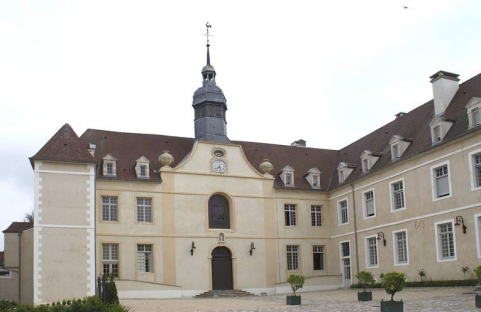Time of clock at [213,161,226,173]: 7:27
